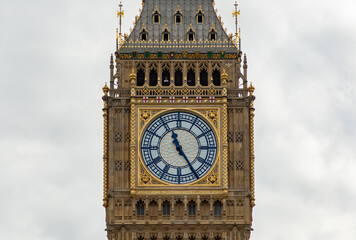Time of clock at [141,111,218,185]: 11:24
